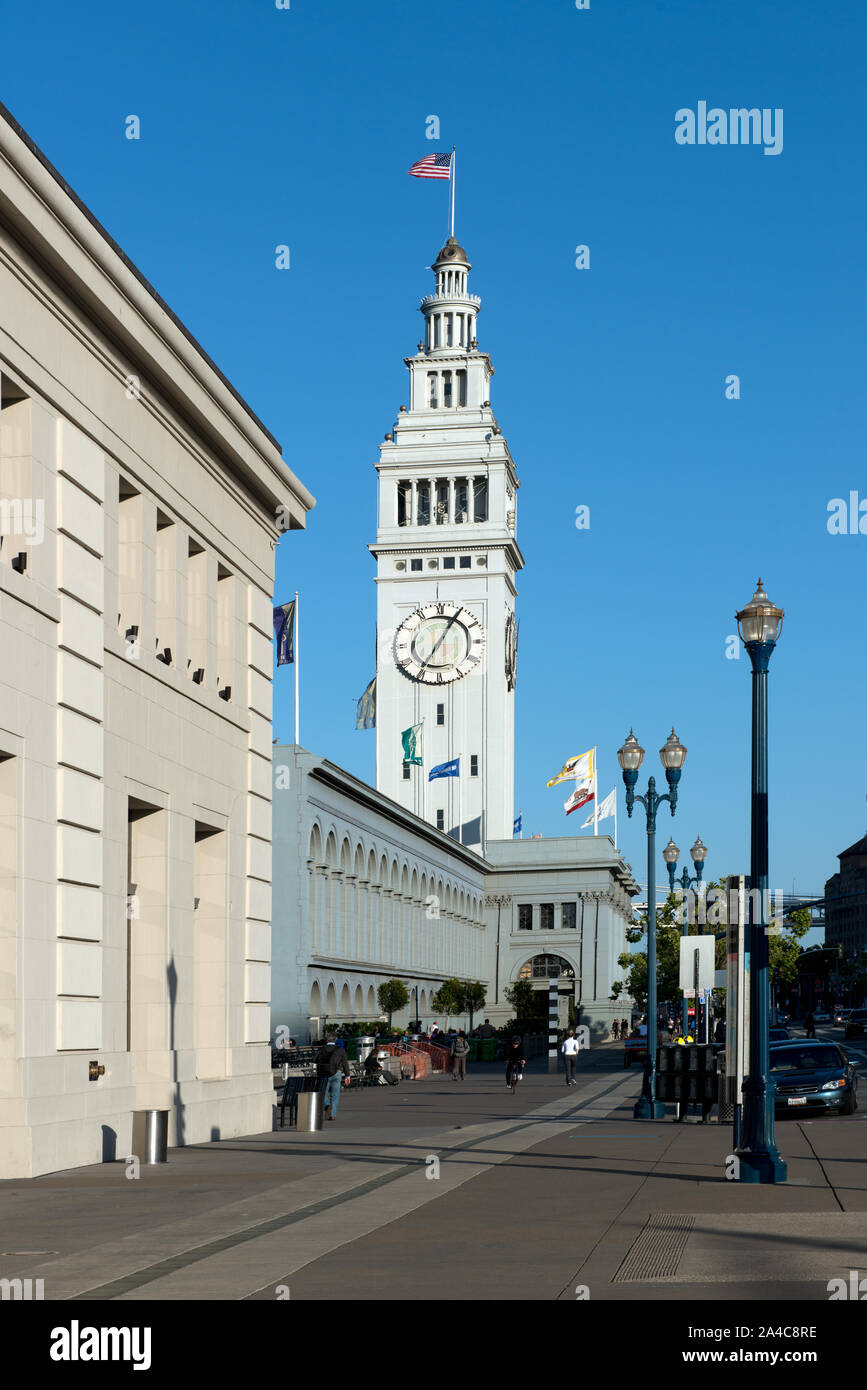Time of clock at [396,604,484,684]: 7:04
